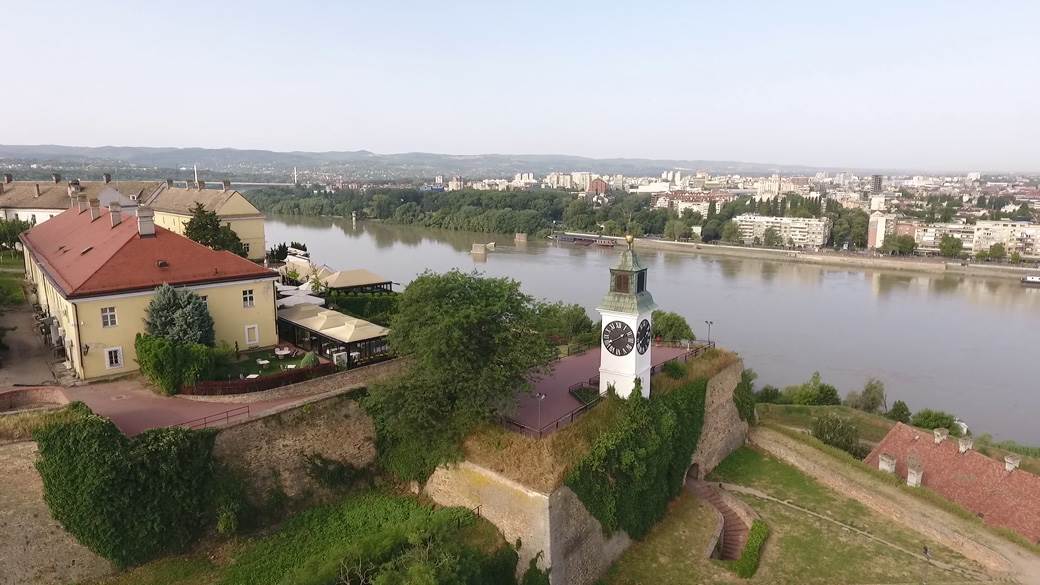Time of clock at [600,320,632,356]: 1:40
